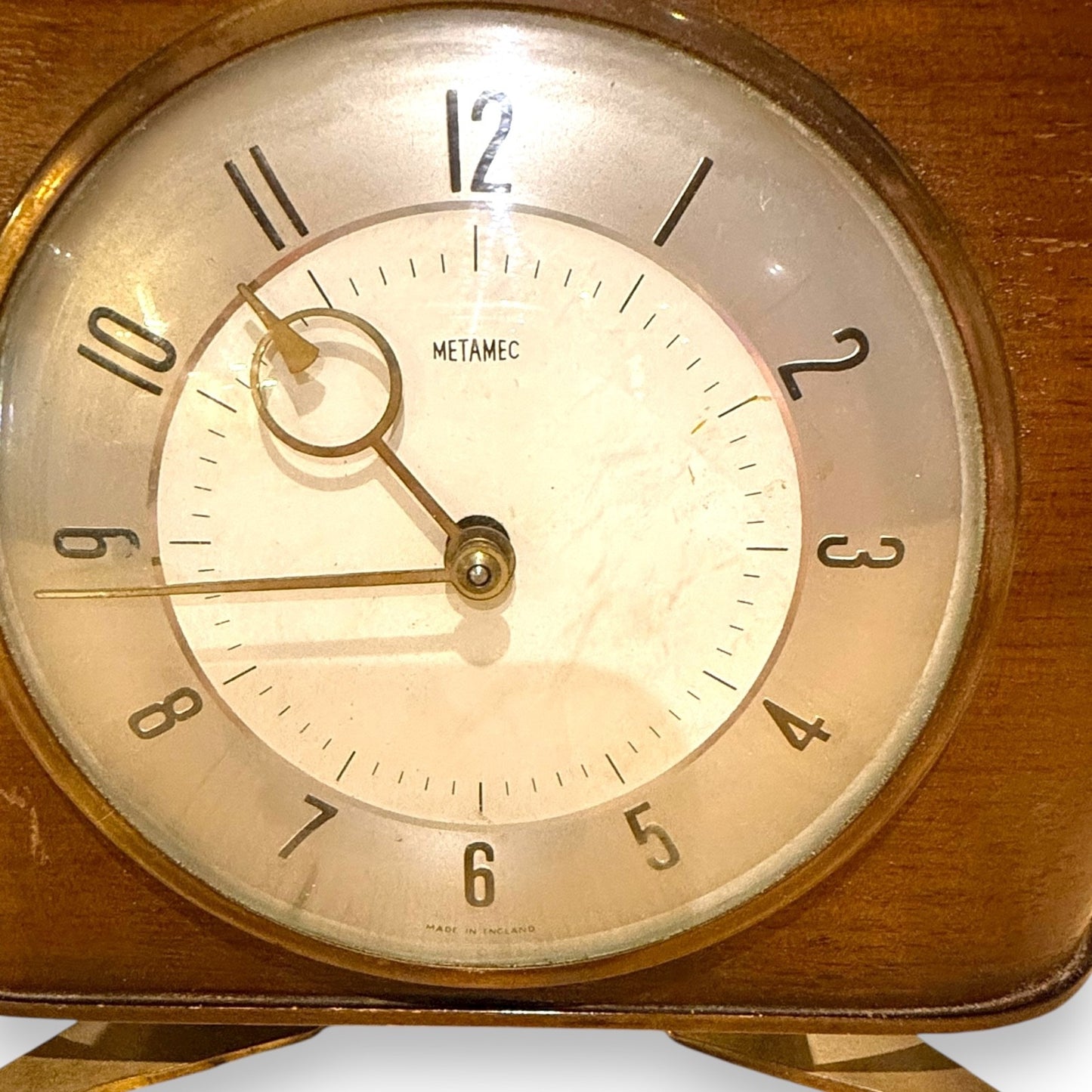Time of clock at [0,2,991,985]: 10:43
